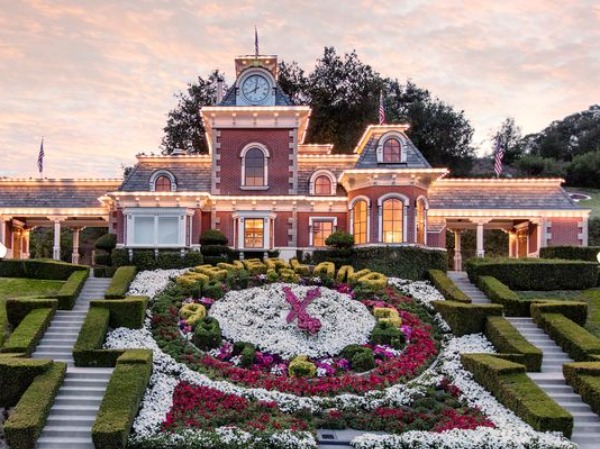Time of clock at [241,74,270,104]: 8:01
